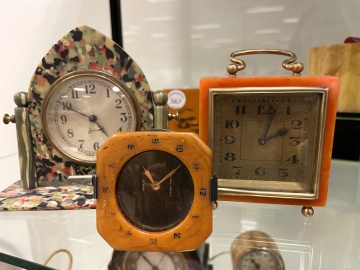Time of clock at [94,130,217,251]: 11:08
